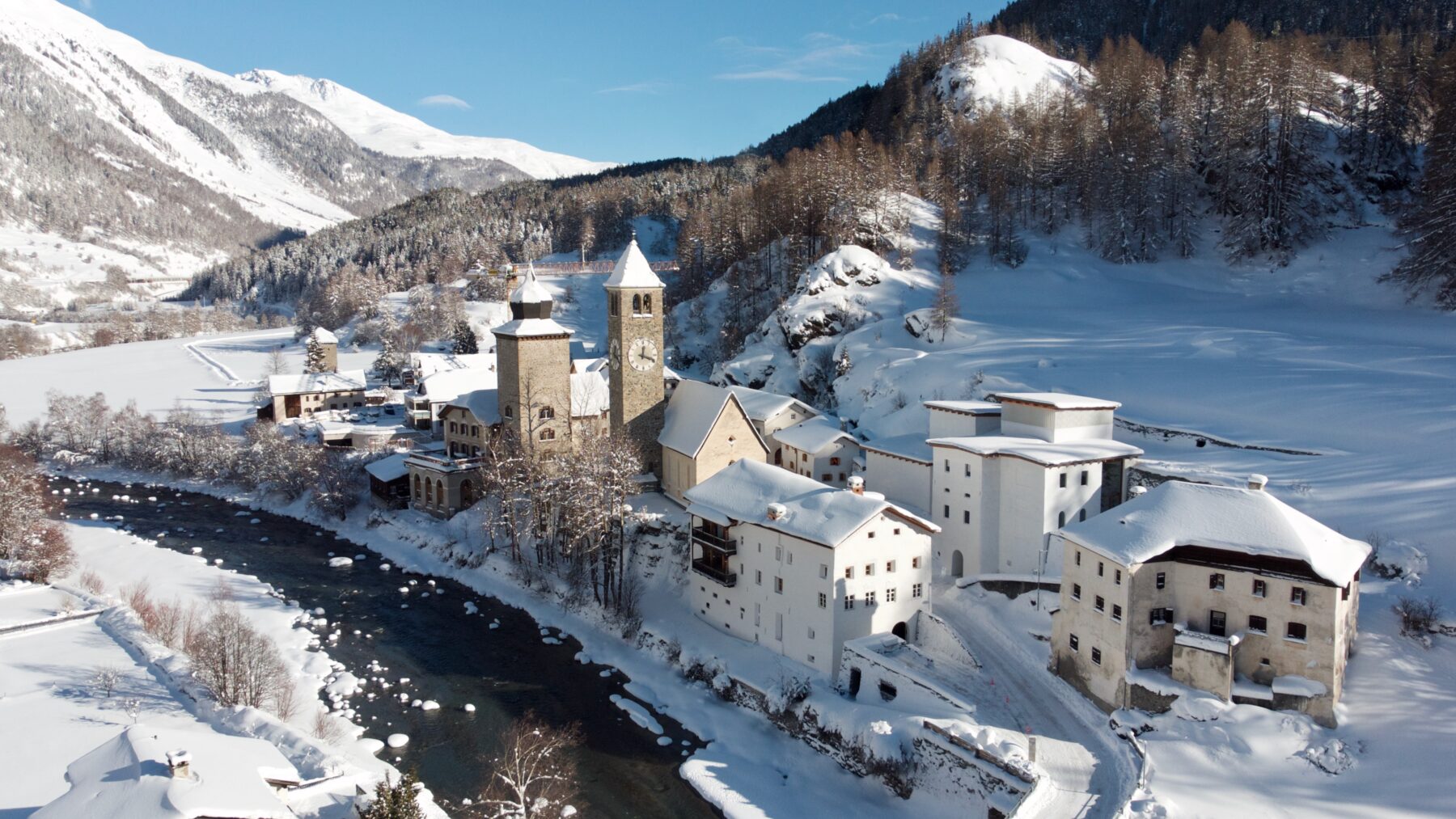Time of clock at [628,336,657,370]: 12:18
